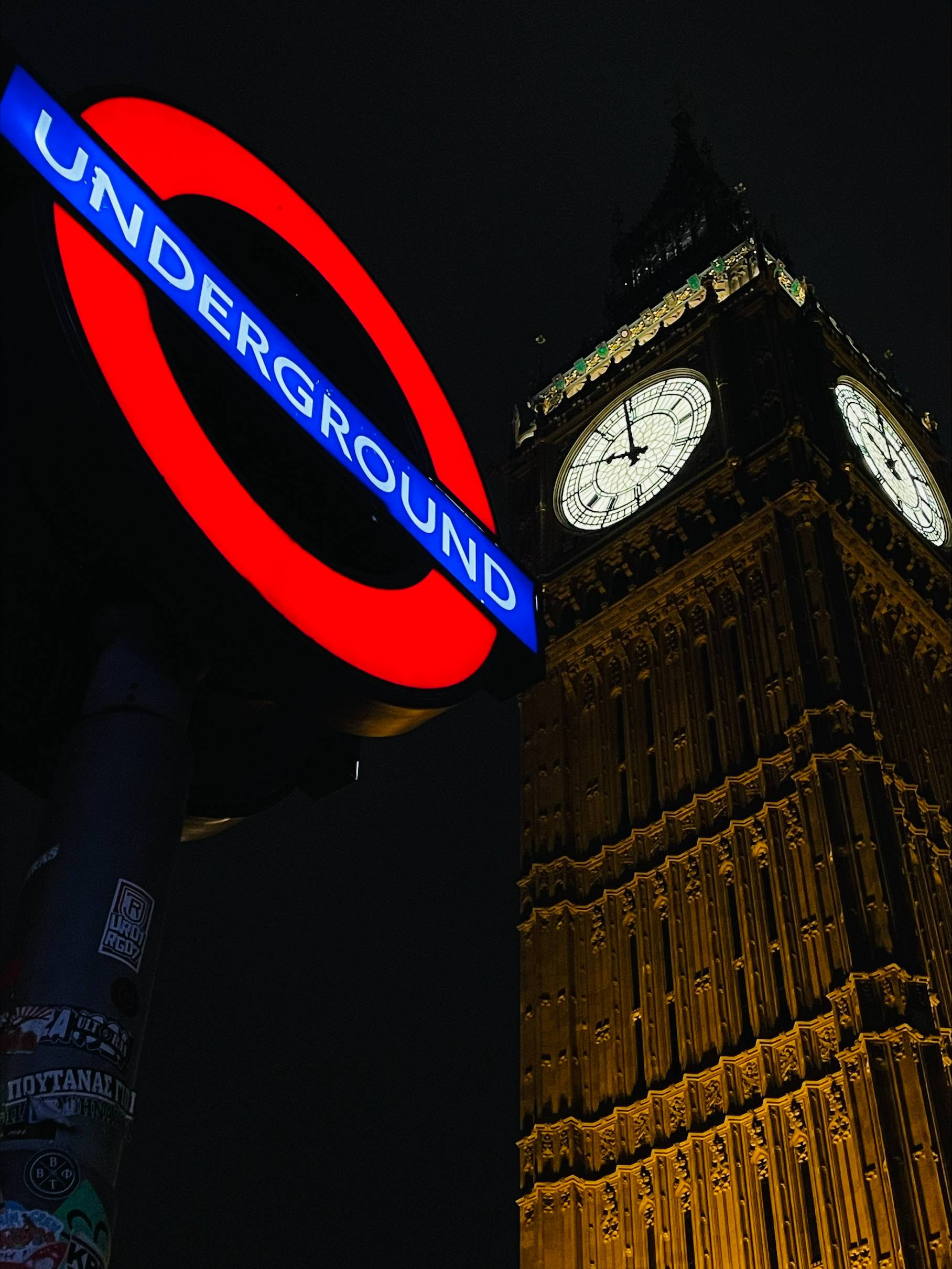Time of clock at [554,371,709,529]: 8:54
